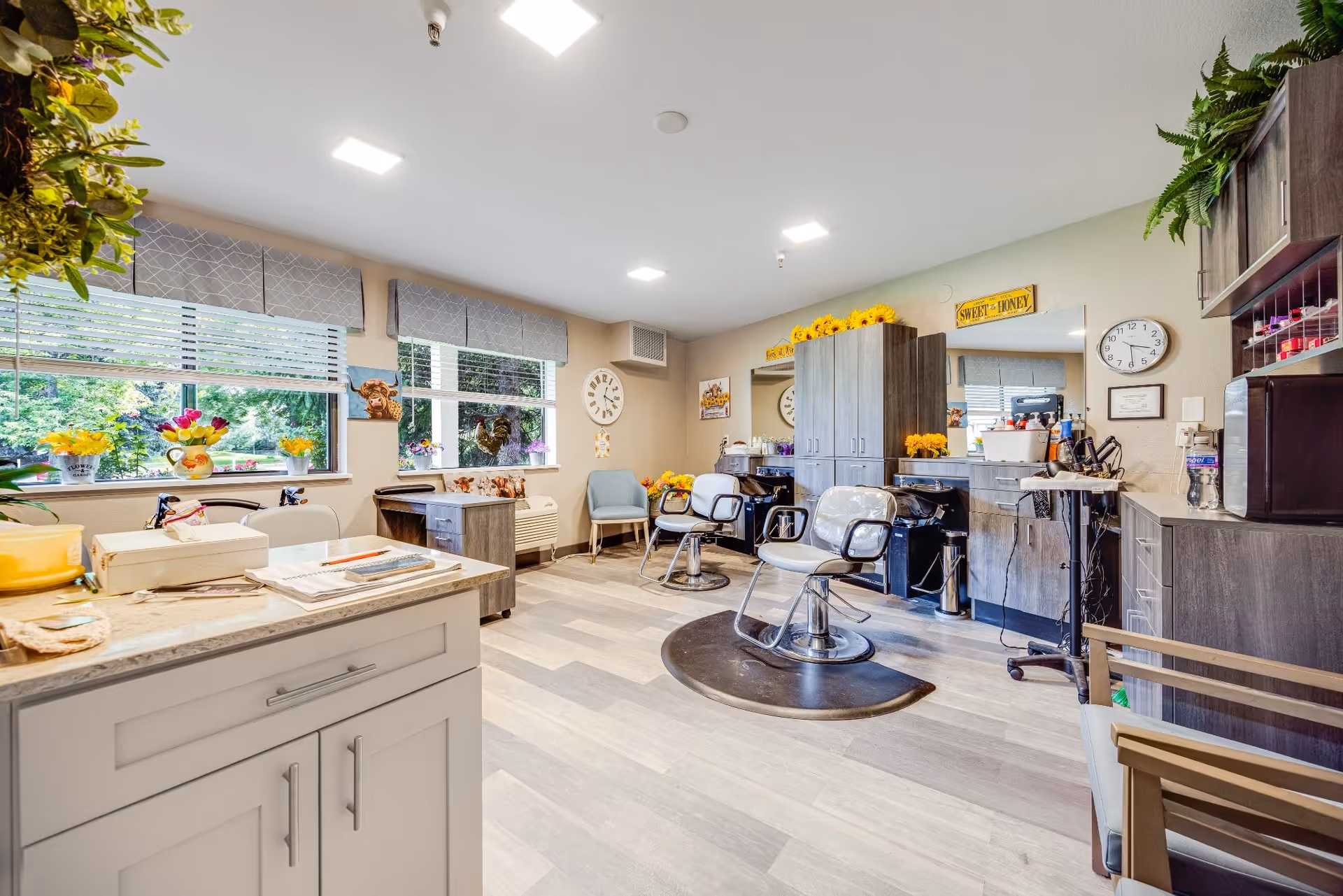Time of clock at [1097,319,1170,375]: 3:29
